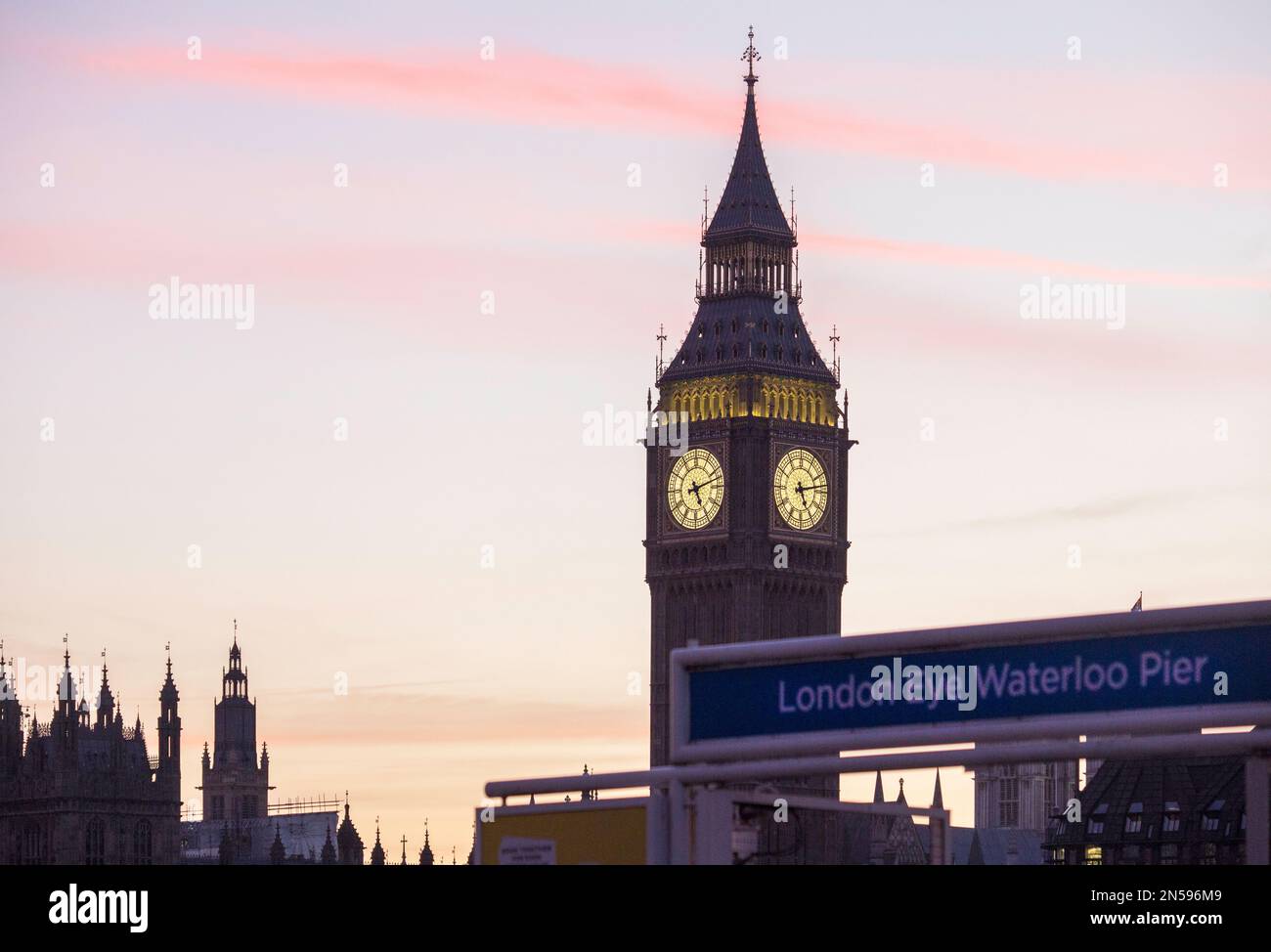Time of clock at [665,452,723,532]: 5:12
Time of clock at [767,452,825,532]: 5:13
